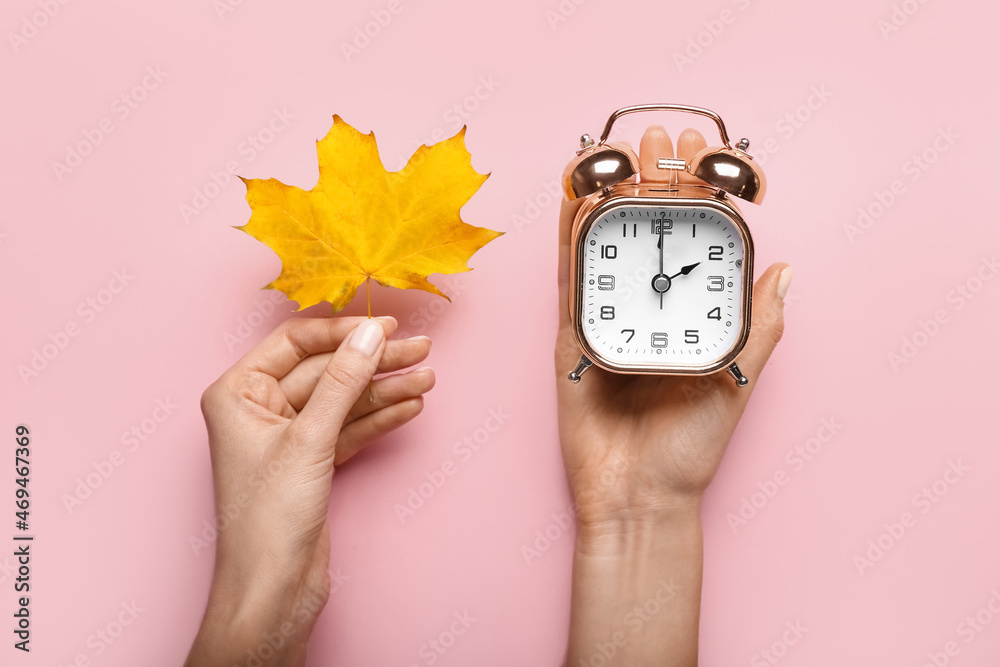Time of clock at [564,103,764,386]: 2:00
